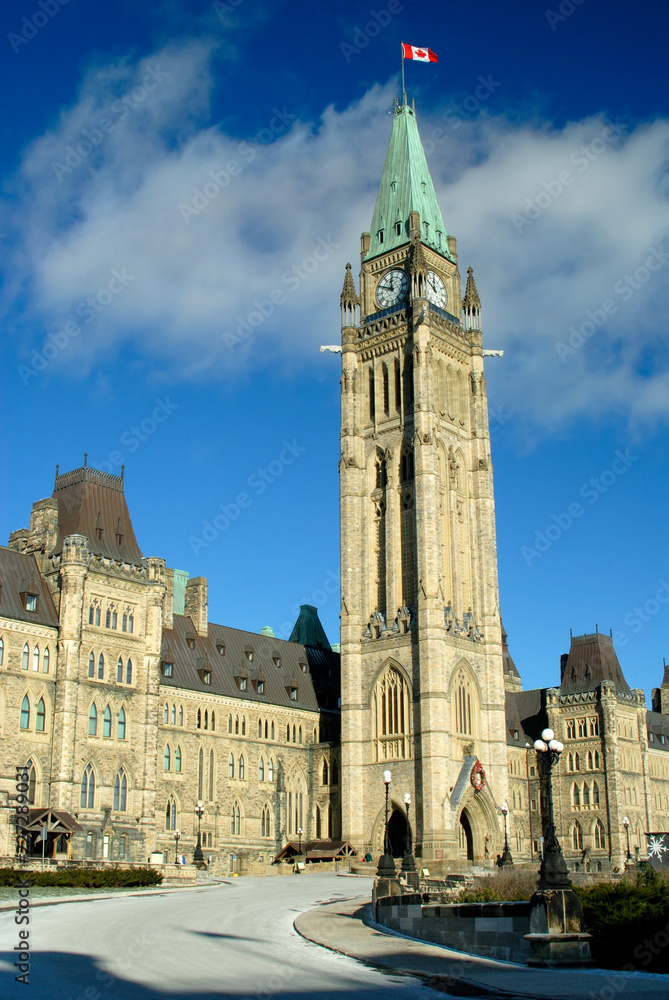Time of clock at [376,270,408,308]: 11:49
